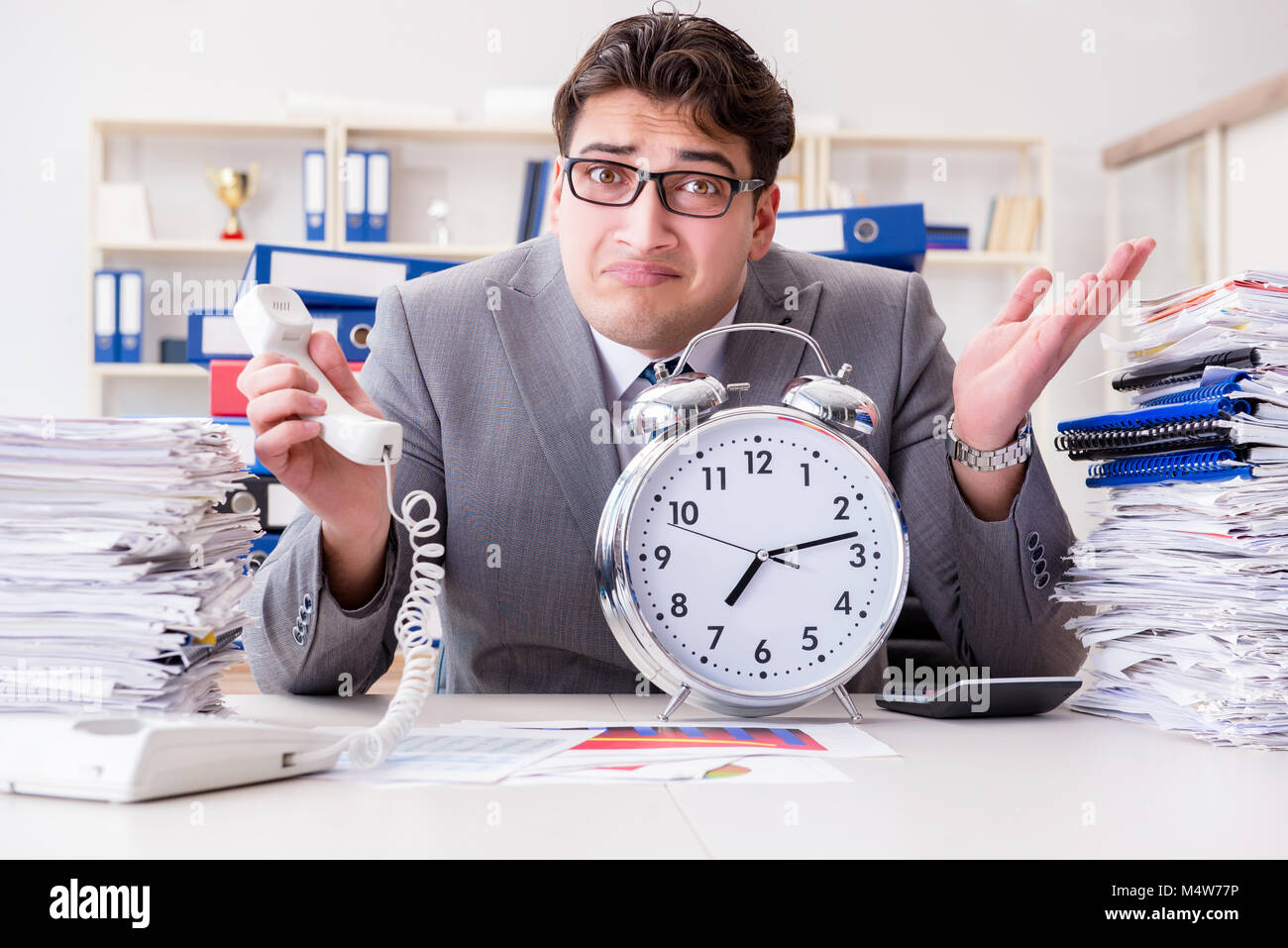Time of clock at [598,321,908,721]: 7:13
